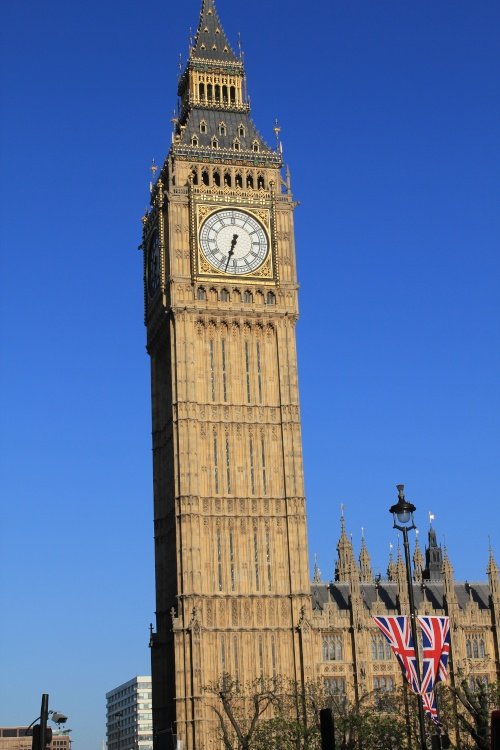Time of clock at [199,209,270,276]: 6:32
